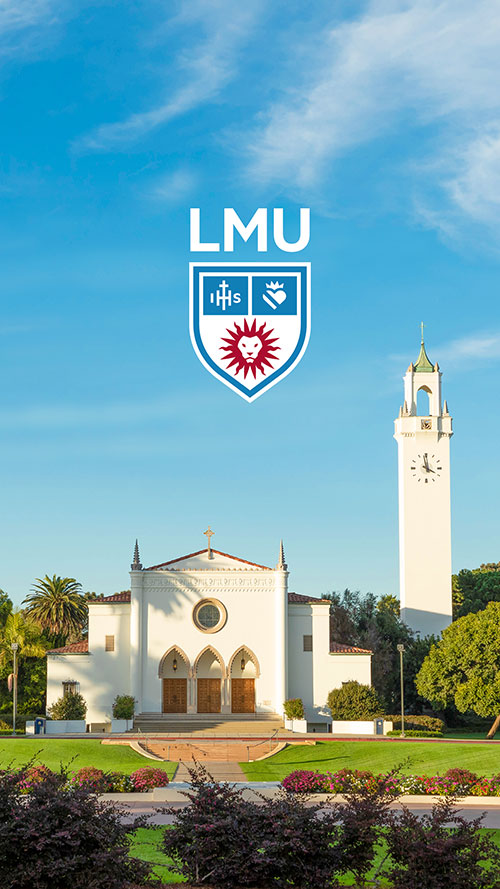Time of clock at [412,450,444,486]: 3:58
